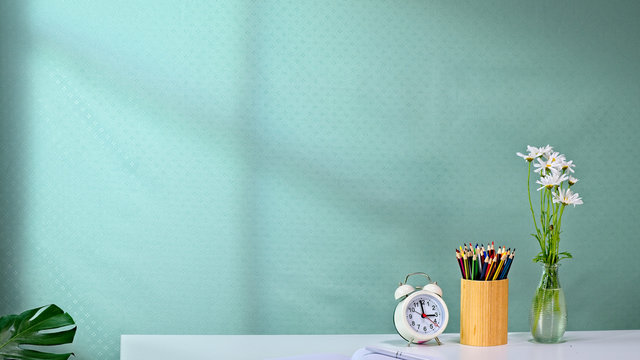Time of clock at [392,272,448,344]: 2:59
